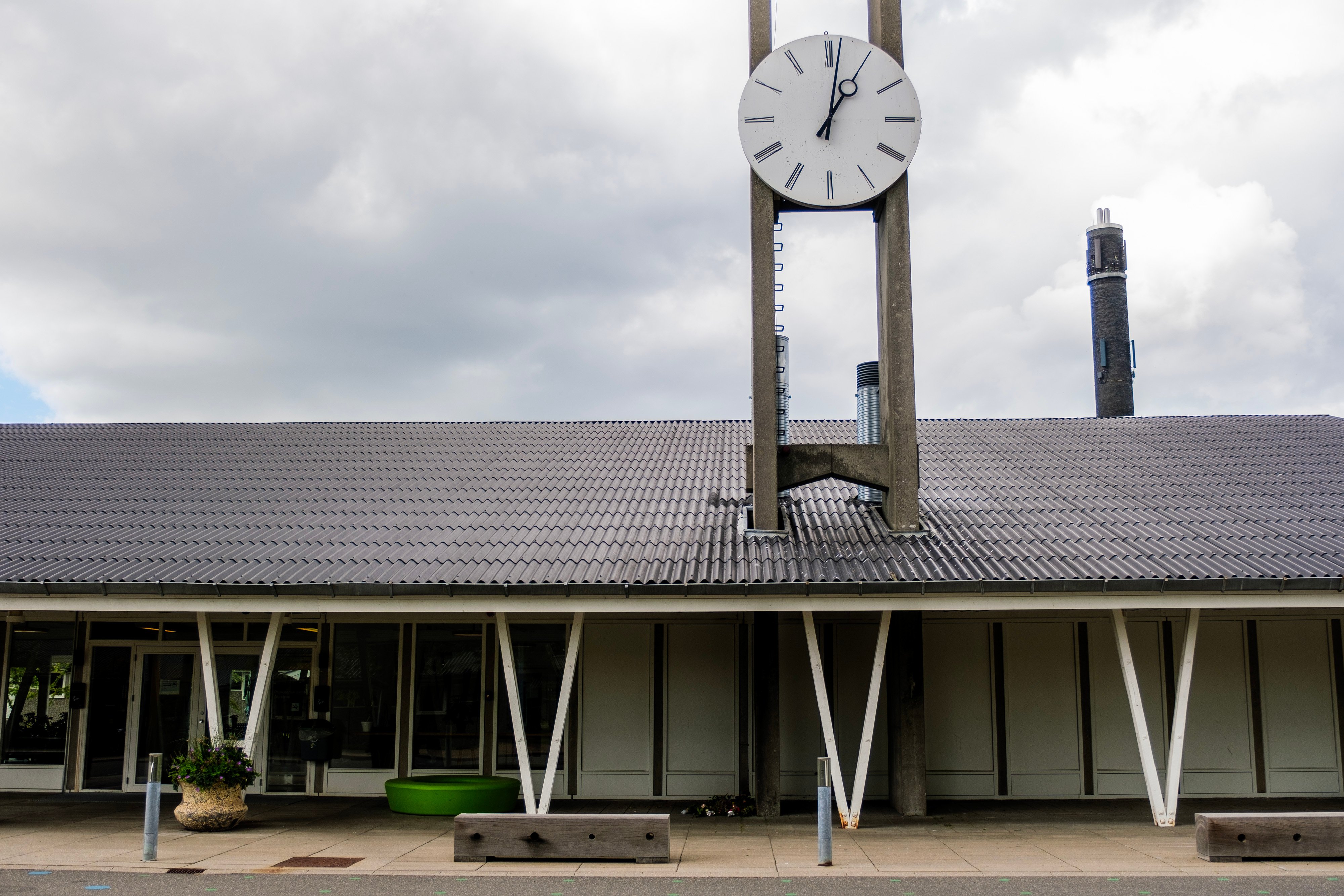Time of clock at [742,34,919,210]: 1:01
